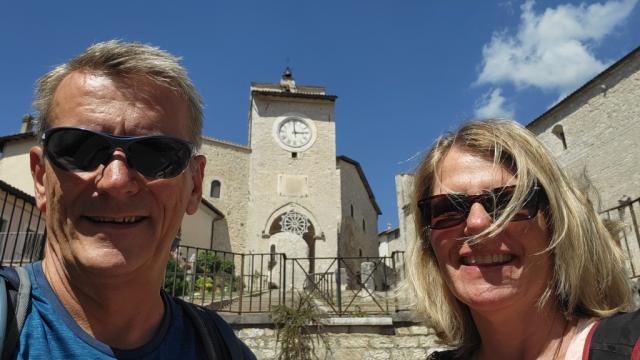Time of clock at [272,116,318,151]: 2:59
